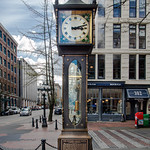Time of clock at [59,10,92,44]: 3:12
